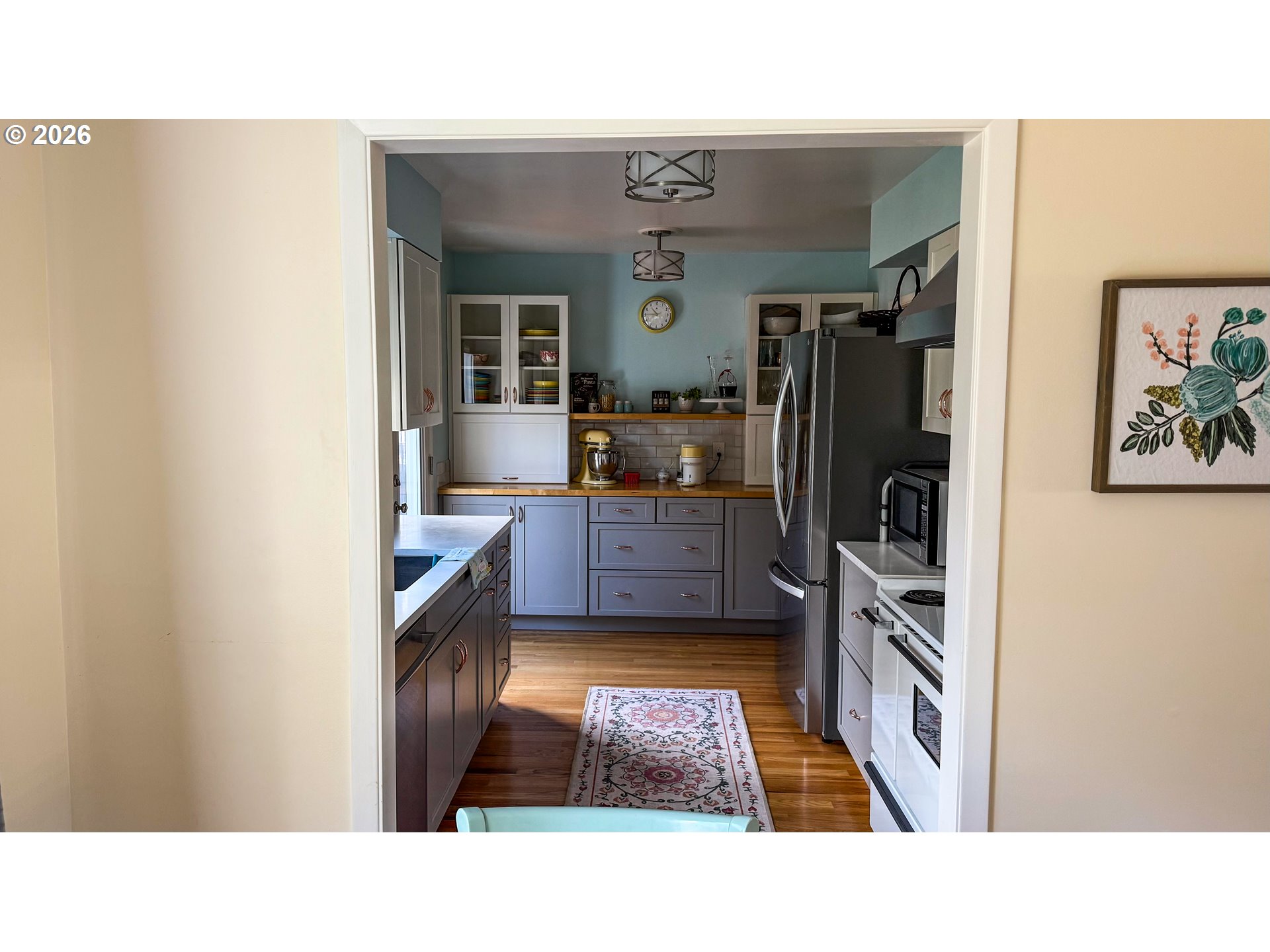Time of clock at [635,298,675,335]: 10:45
